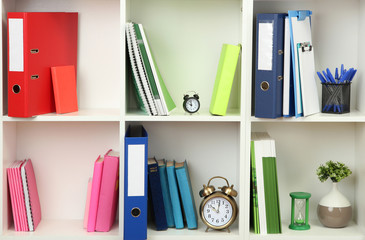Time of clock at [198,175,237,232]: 10:01
